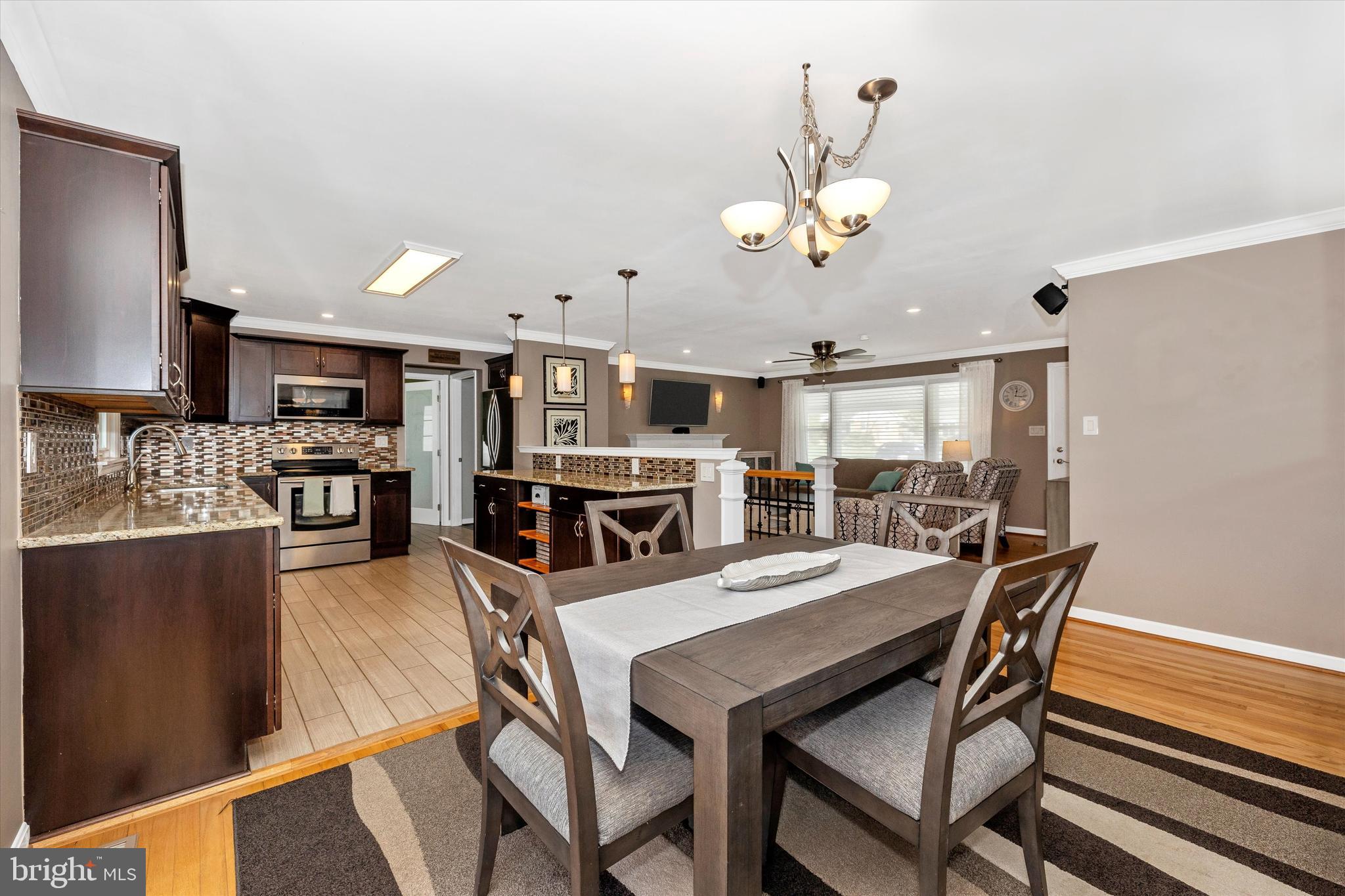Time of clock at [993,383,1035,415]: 12:16
